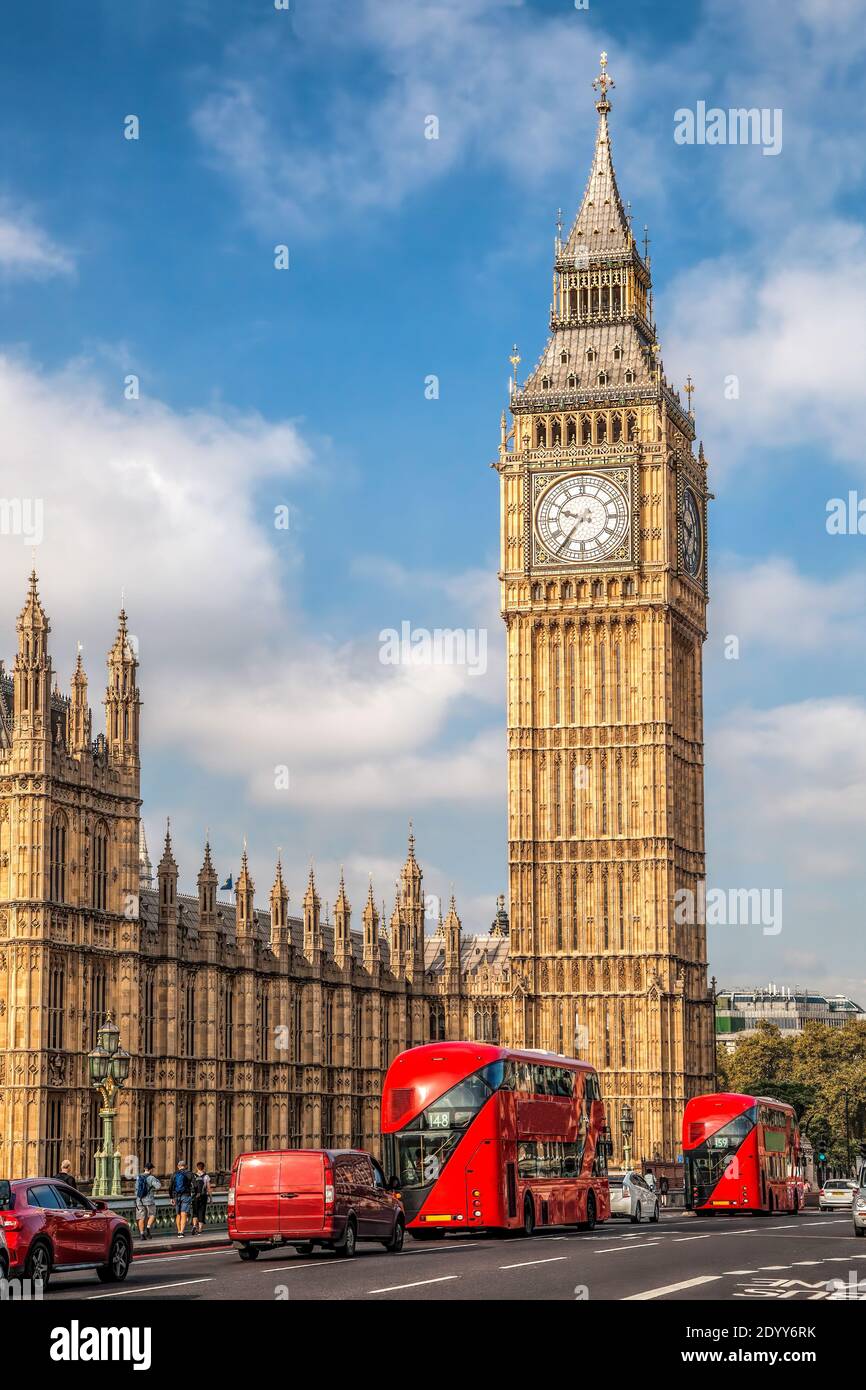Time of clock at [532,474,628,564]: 9:36
